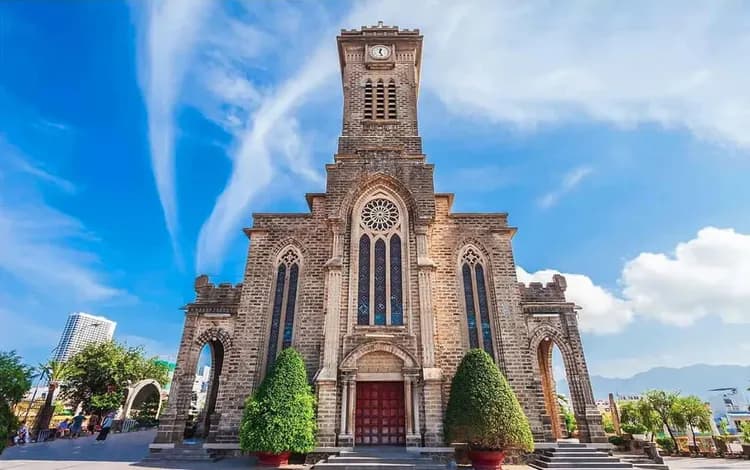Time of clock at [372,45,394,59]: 12:26
